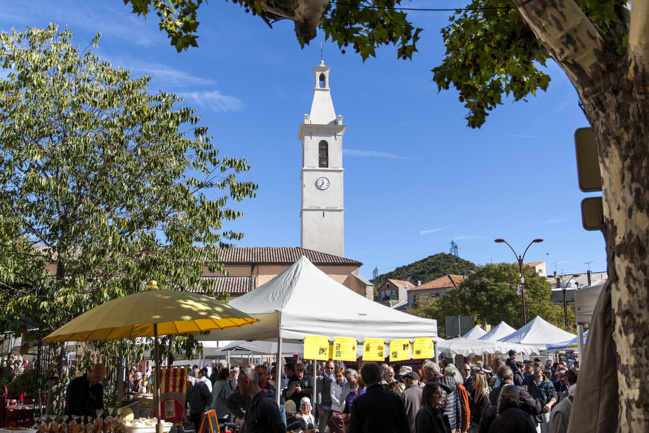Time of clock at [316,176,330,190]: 11:36
